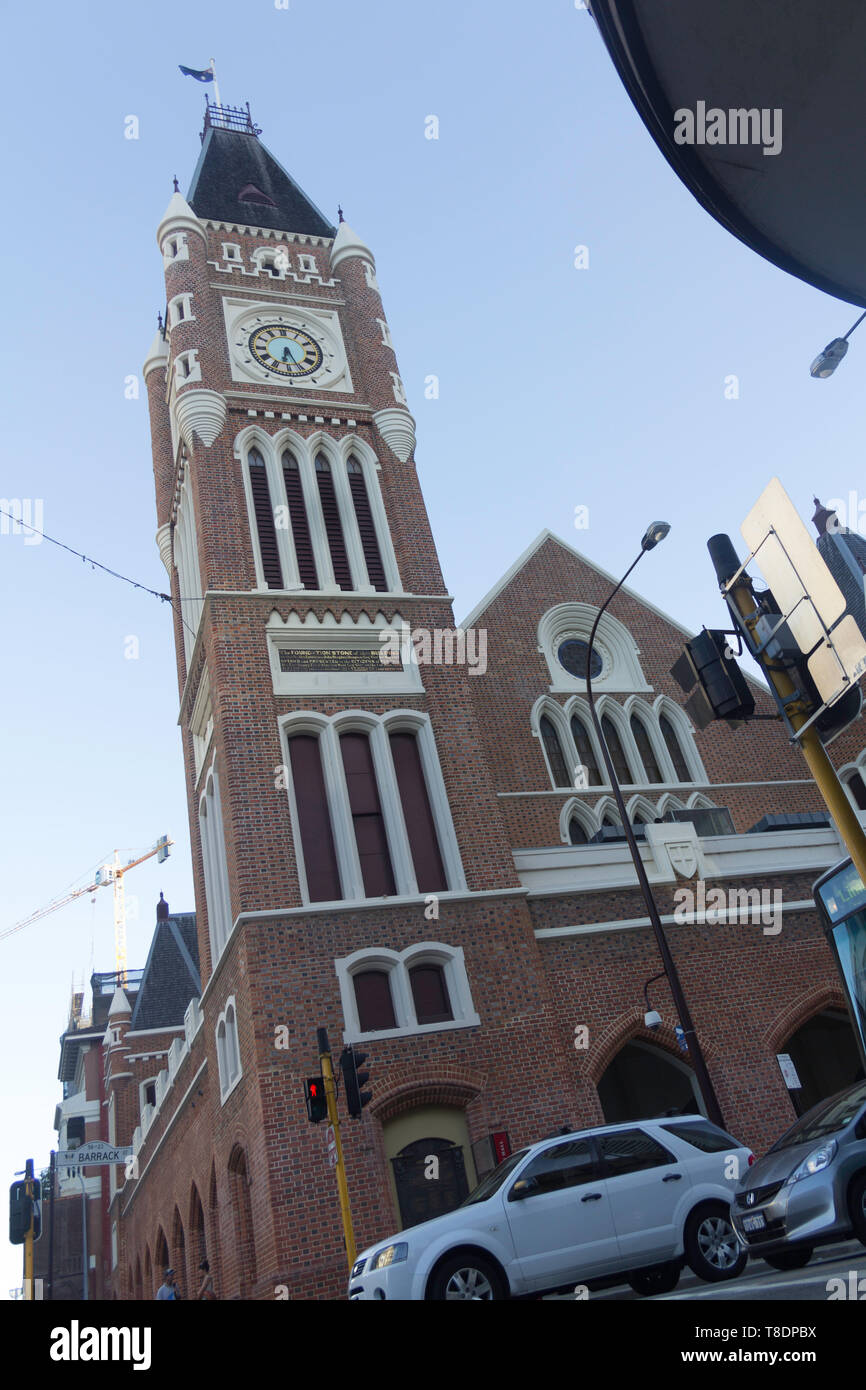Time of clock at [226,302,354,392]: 6:25
